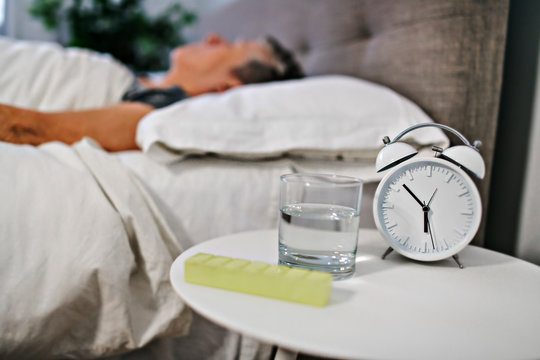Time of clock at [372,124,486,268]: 5:52
